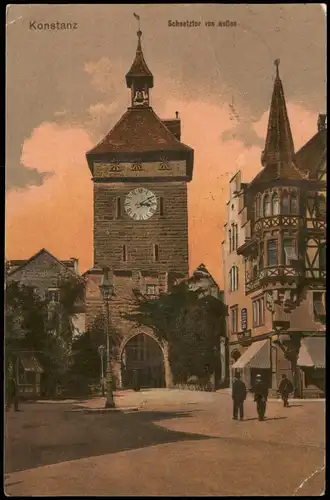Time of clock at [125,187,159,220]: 3:09
